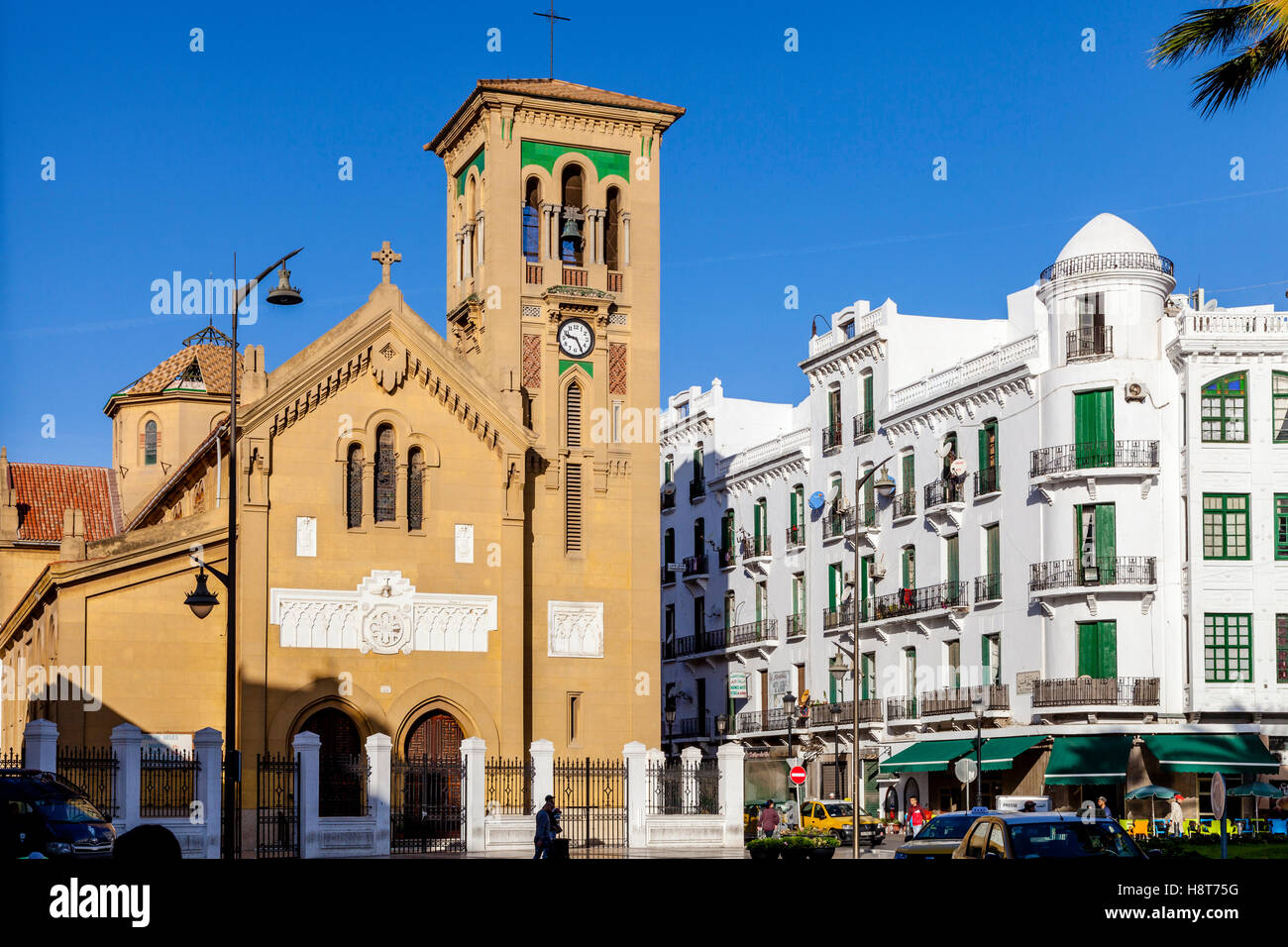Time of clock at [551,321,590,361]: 9:25
